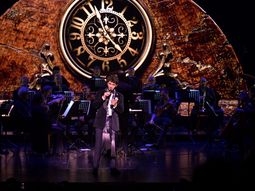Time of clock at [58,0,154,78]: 11:22
